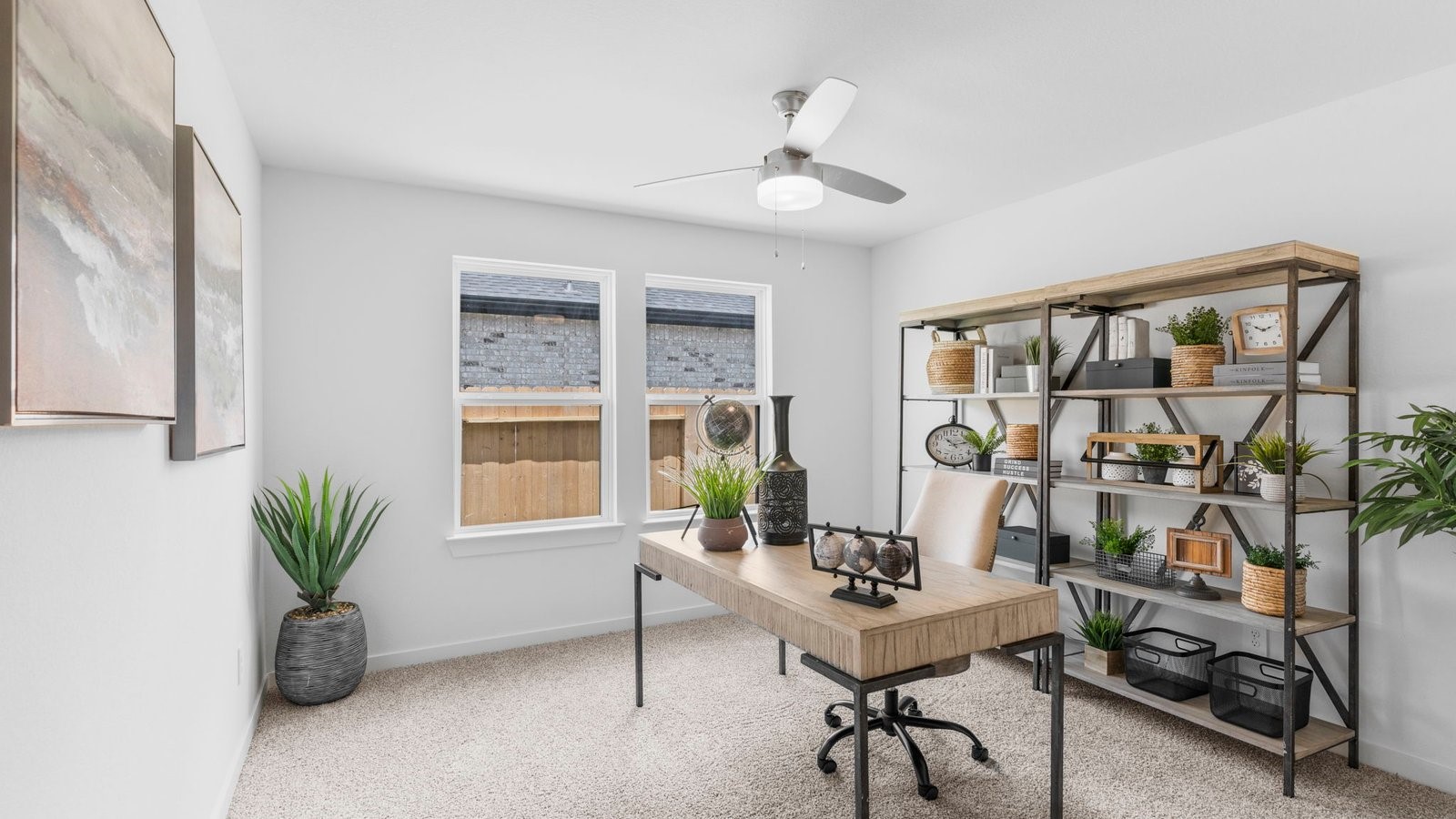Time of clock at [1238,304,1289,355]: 10:11
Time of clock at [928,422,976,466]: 10:12
